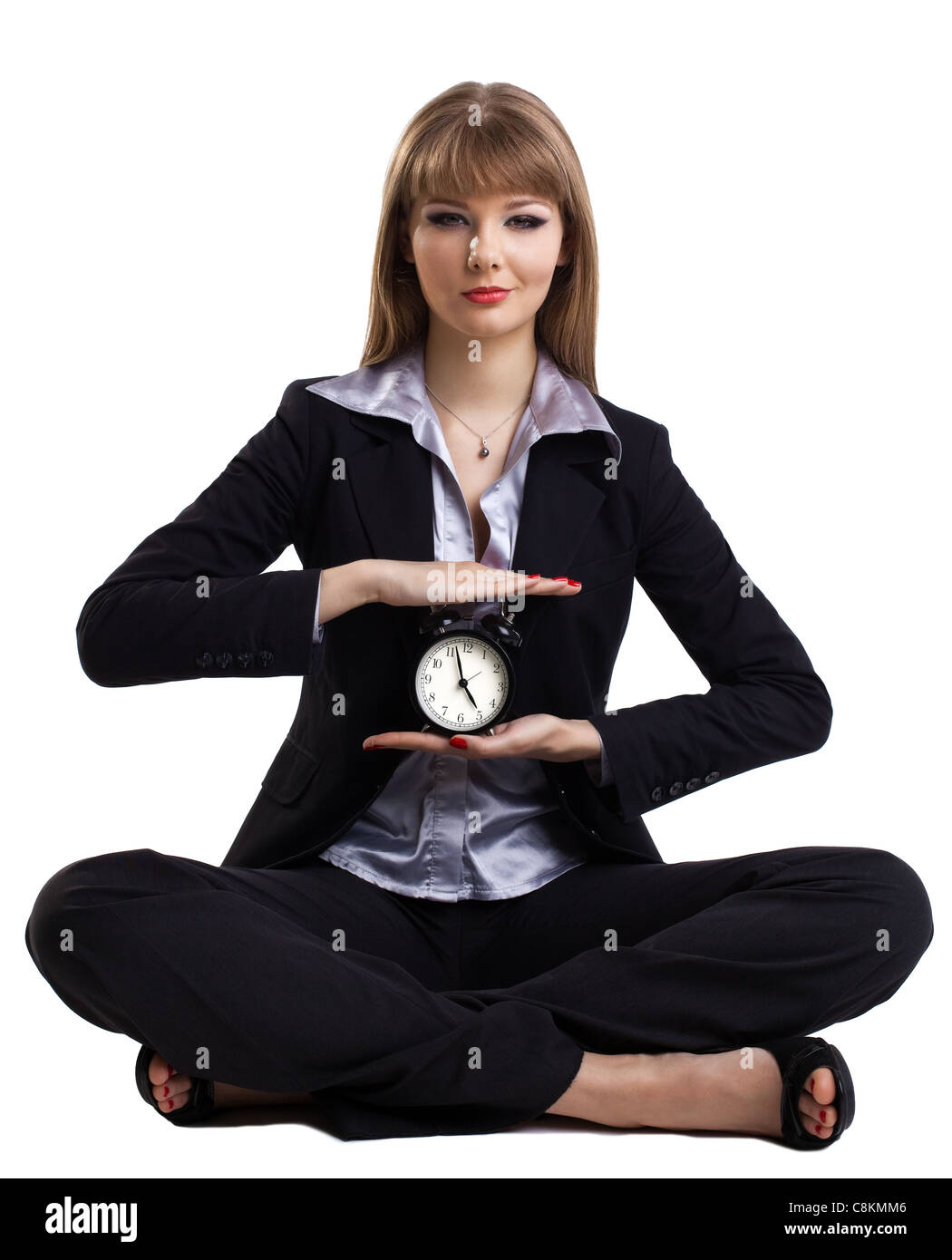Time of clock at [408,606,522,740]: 4:57
